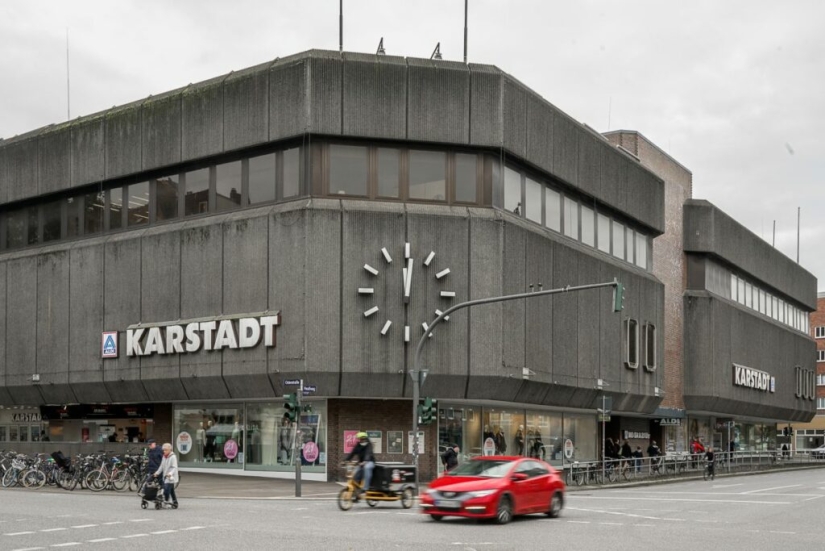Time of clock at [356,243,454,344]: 12:01
